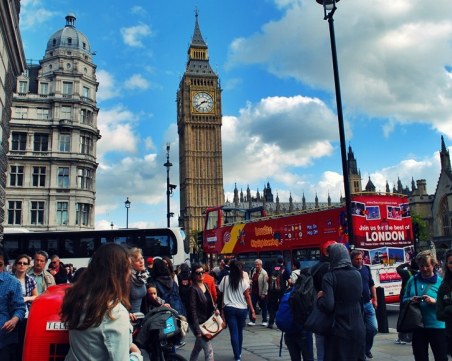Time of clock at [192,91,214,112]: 2:38
